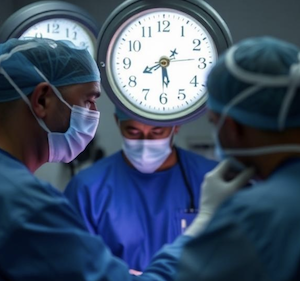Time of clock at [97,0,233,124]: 5:40
